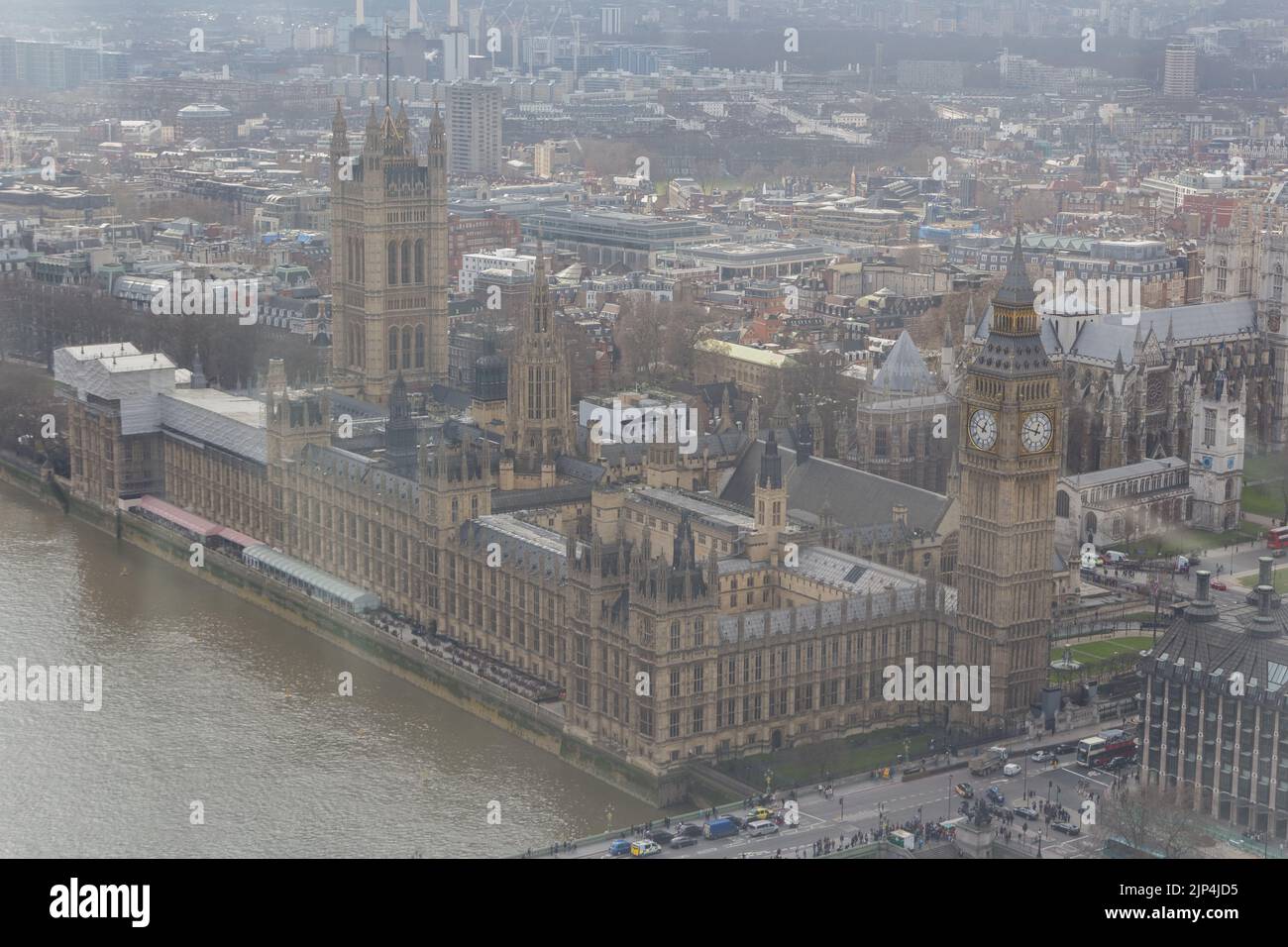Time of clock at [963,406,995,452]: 12:48
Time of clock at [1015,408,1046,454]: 12:47
